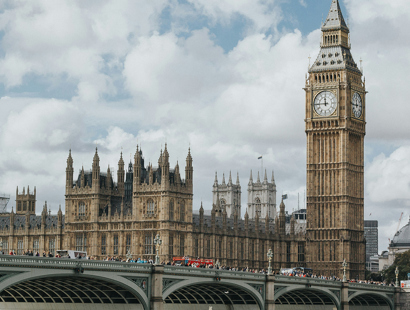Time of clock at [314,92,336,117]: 11:44
